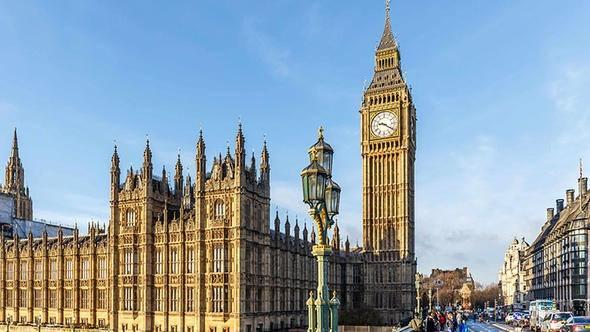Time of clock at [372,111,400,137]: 9:20
